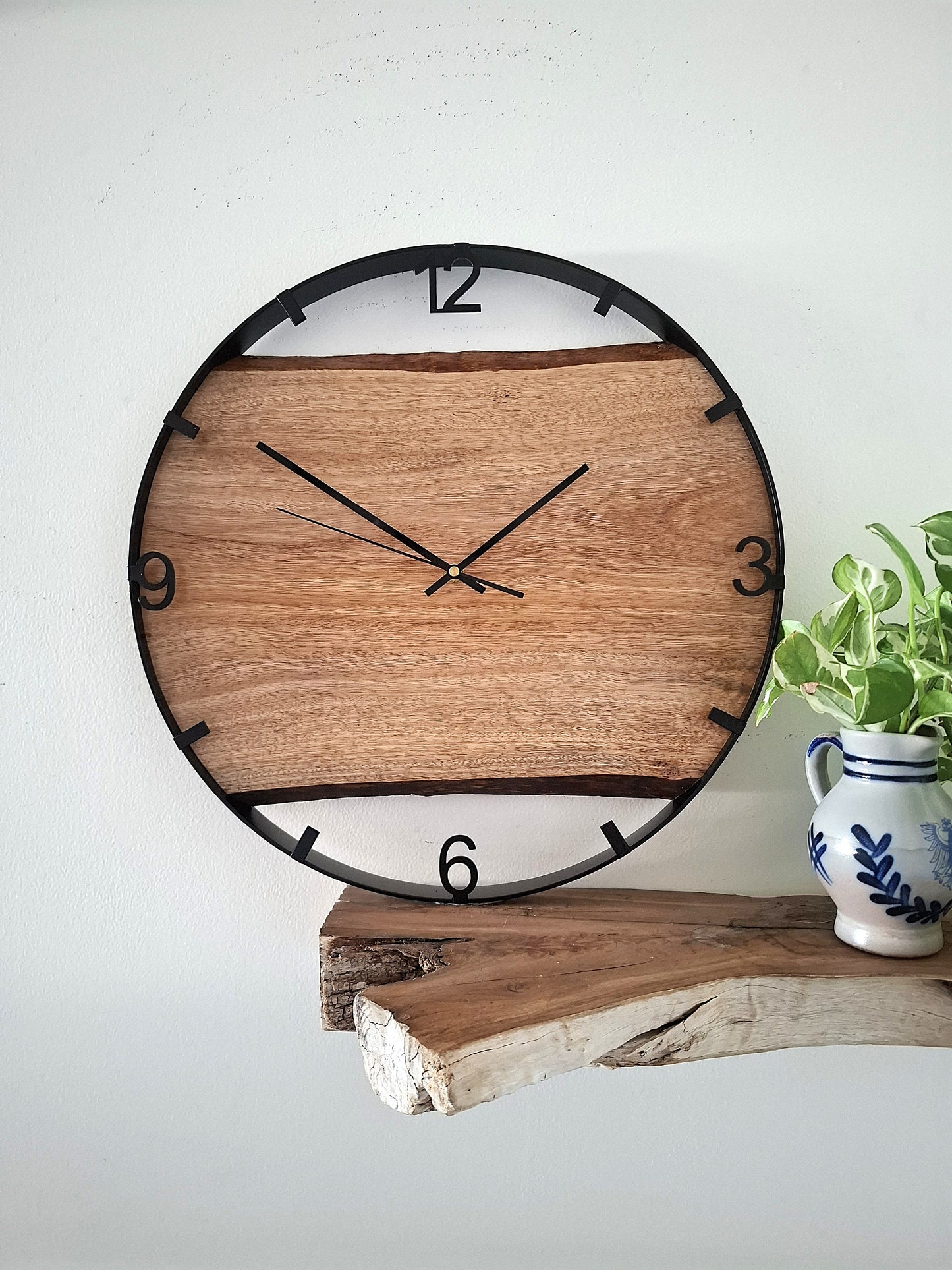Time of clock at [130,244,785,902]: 1:51
